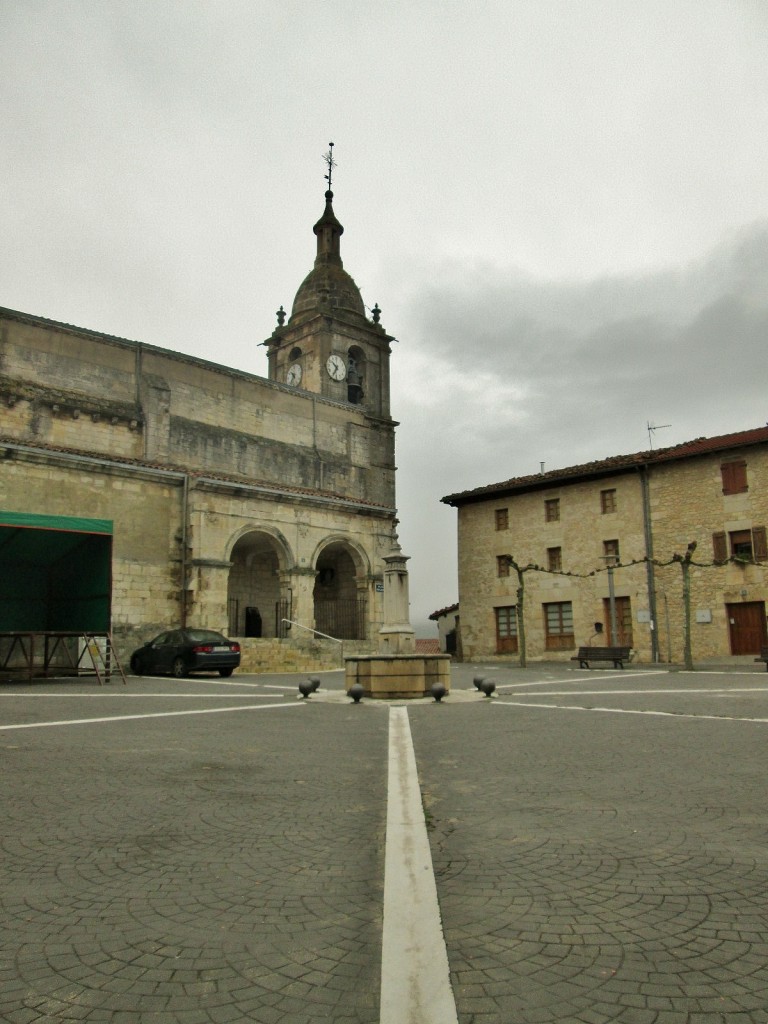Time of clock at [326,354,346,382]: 10:34
